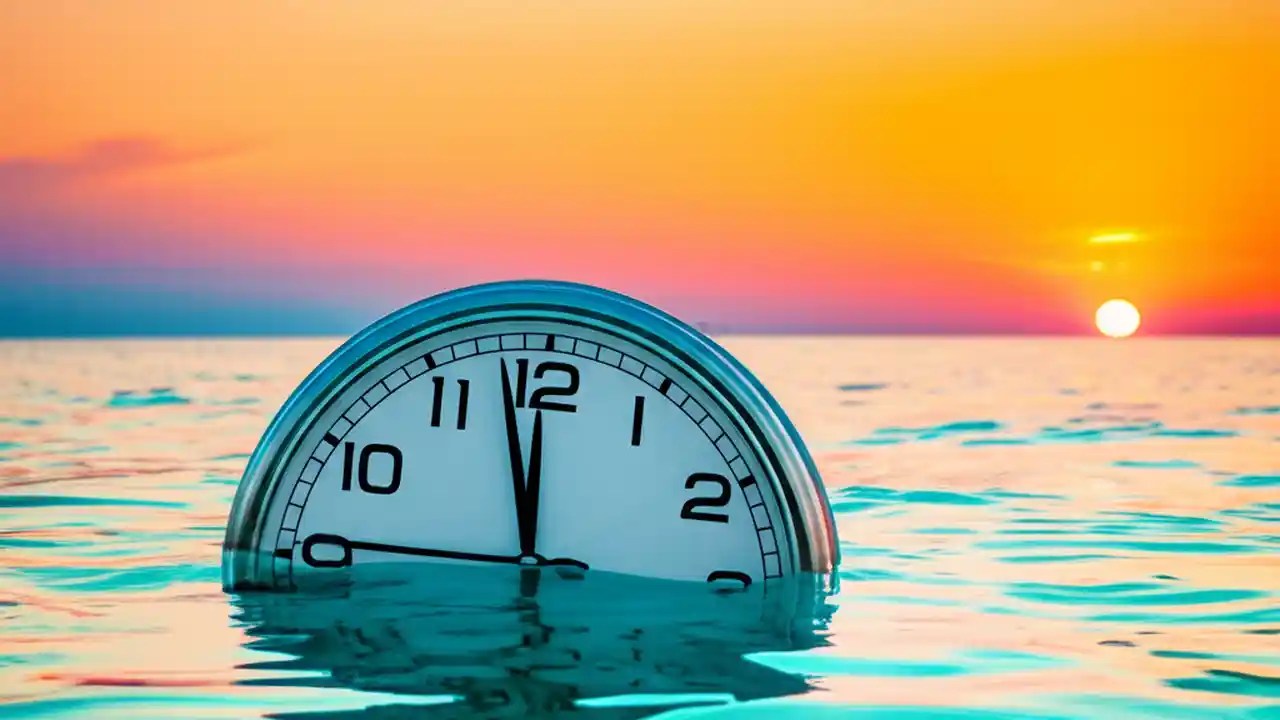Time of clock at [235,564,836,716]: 11:57
